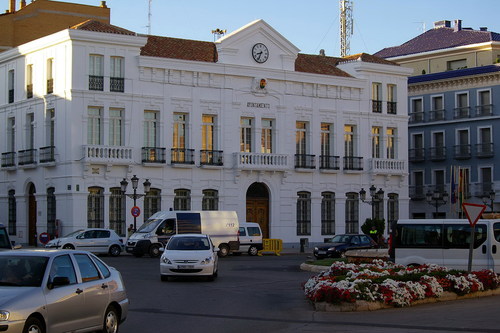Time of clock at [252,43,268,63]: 8:33
